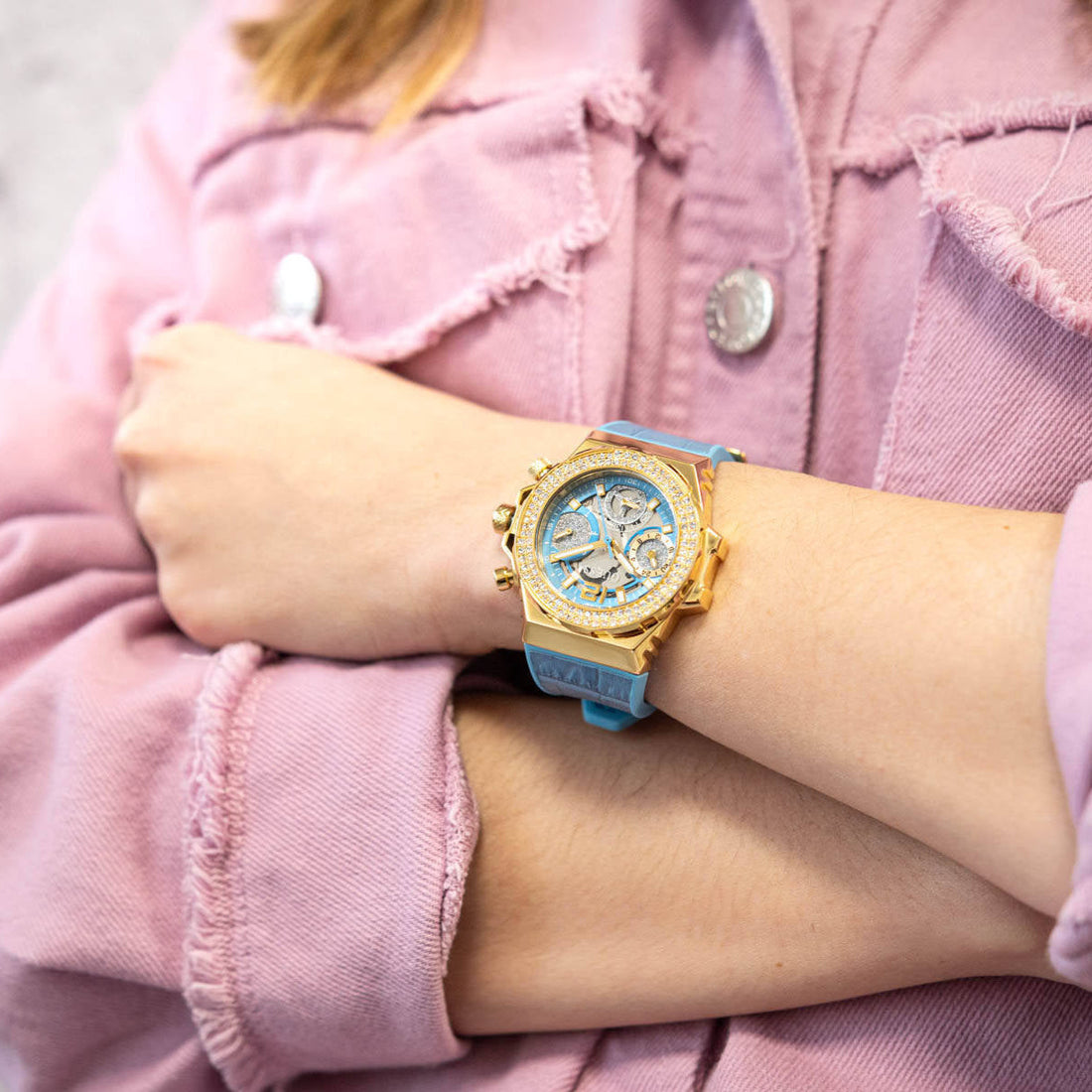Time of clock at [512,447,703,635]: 7:40
